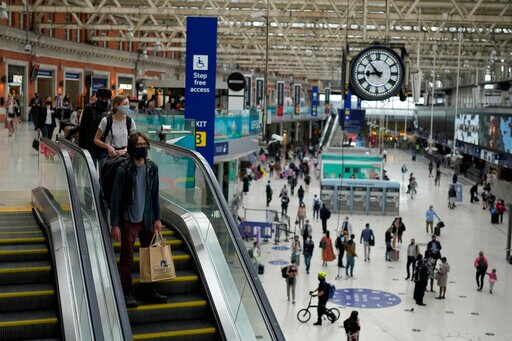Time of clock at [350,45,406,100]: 8:53
